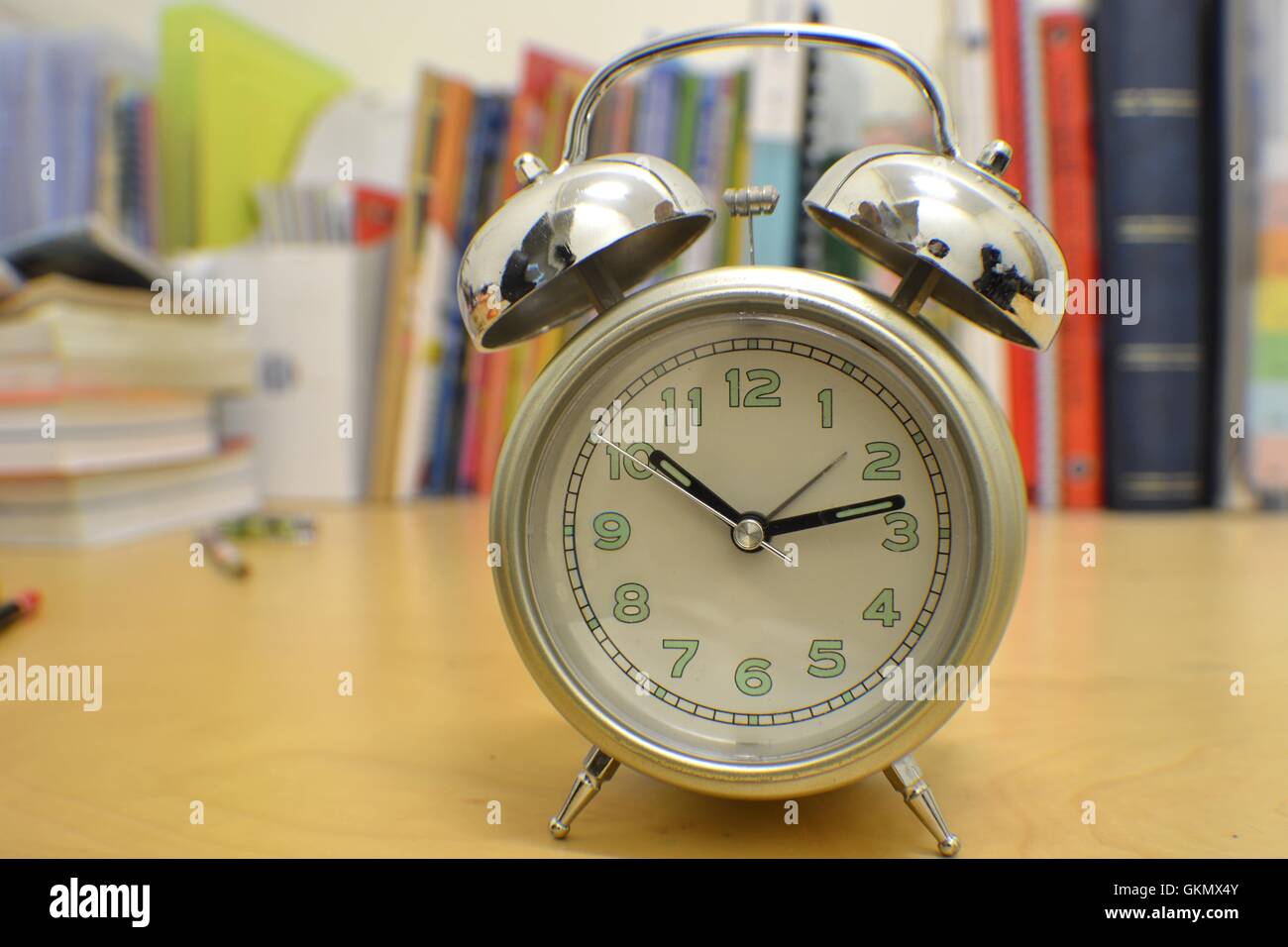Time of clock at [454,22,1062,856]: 10:13
